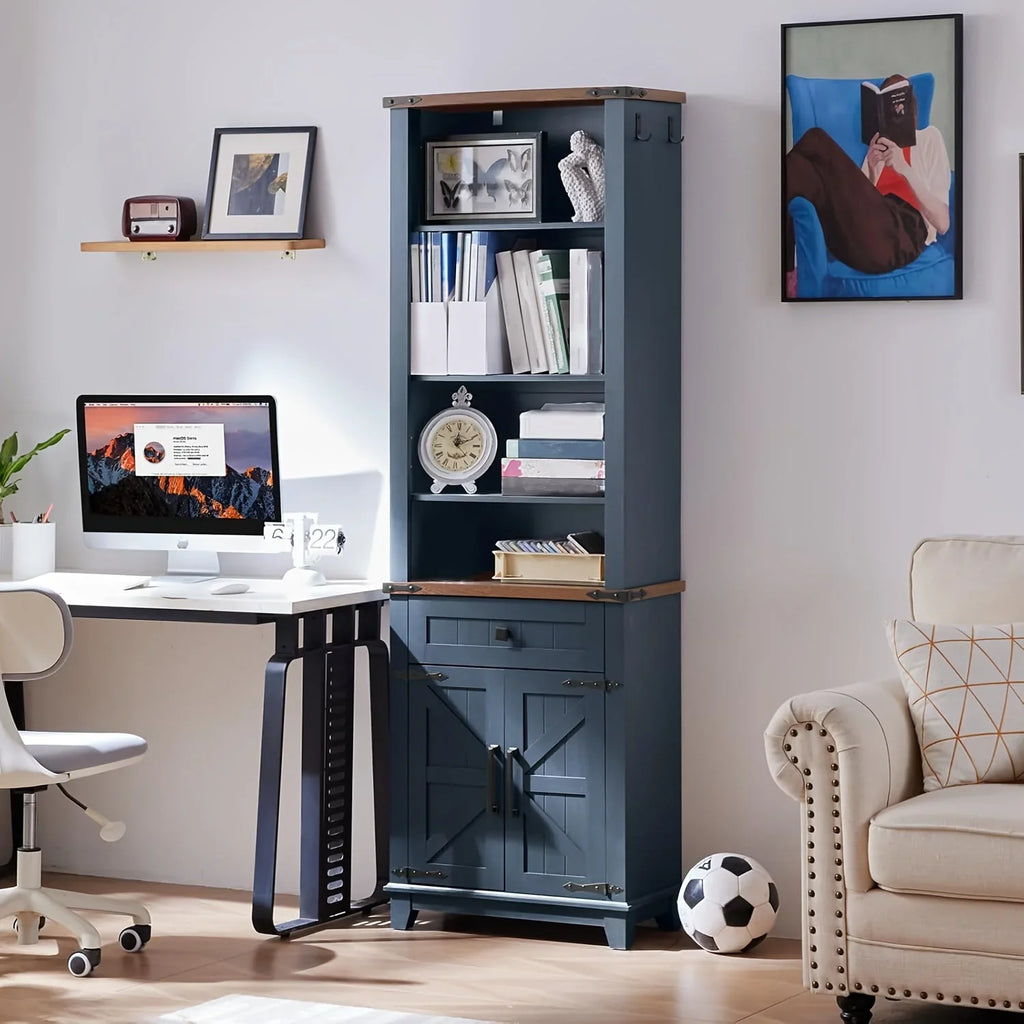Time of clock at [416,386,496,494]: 12:10
